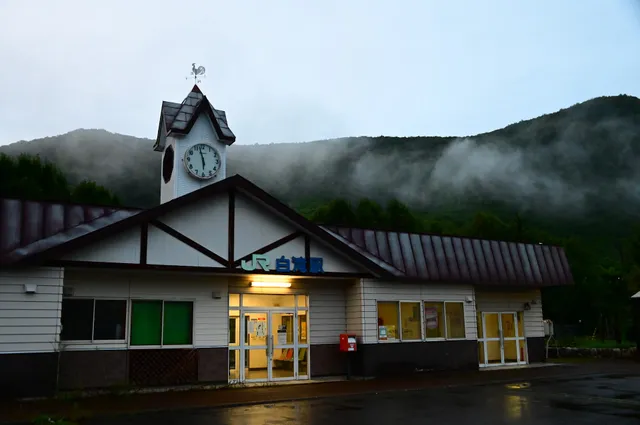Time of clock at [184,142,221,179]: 5:57
